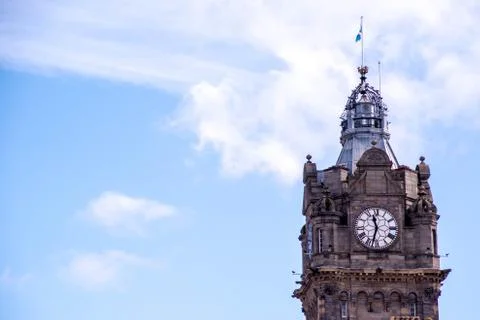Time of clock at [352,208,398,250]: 11:32
